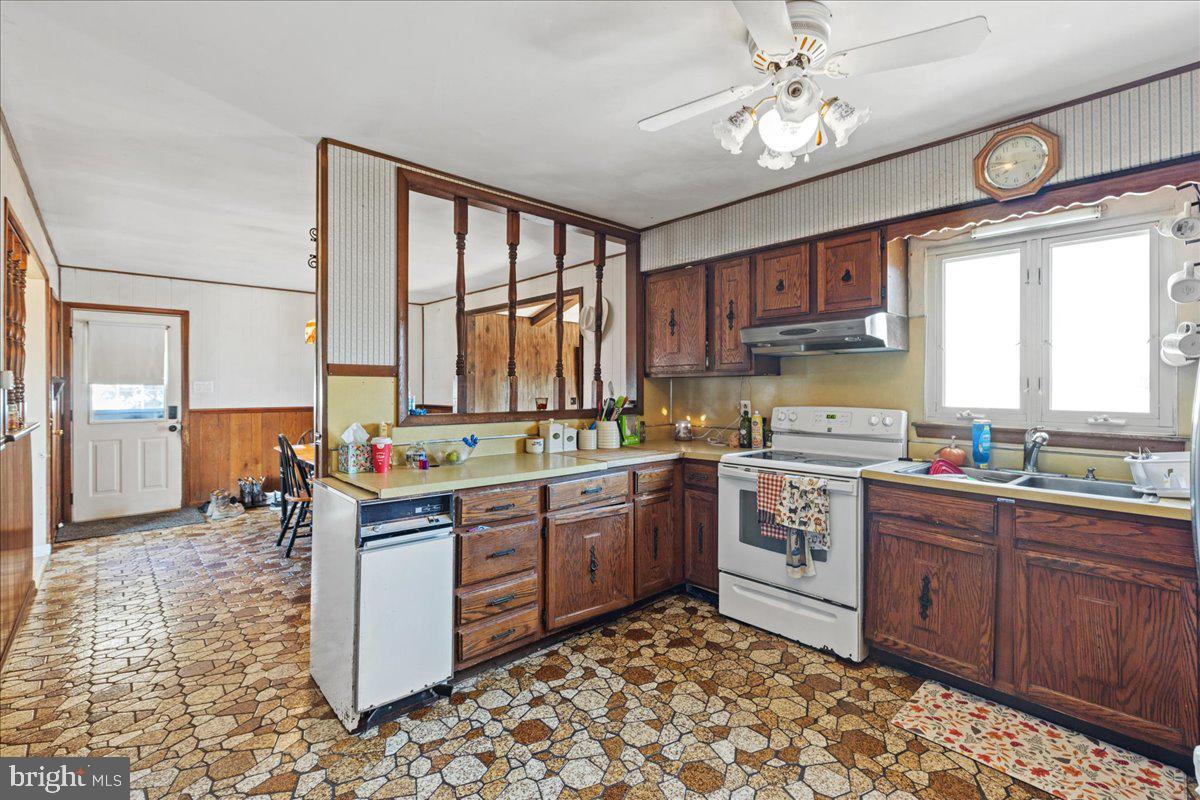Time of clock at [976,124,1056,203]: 7:46
